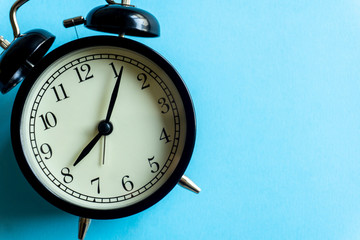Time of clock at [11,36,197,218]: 8:06
